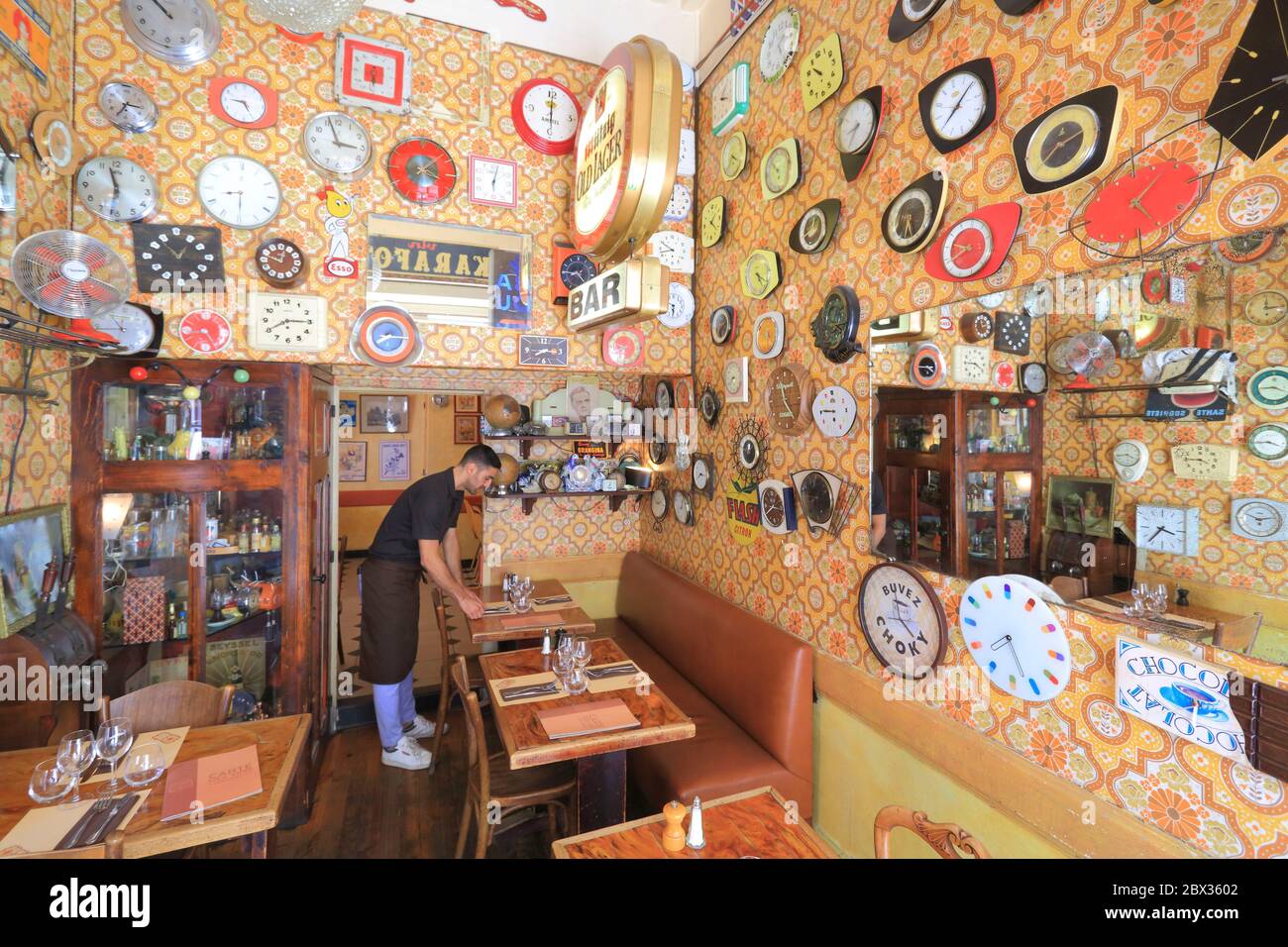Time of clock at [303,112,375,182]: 2:56
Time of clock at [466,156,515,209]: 6:02
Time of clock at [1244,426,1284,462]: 3:43
